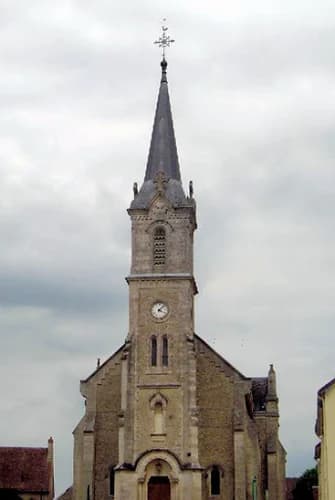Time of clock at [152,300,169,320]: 4:07
